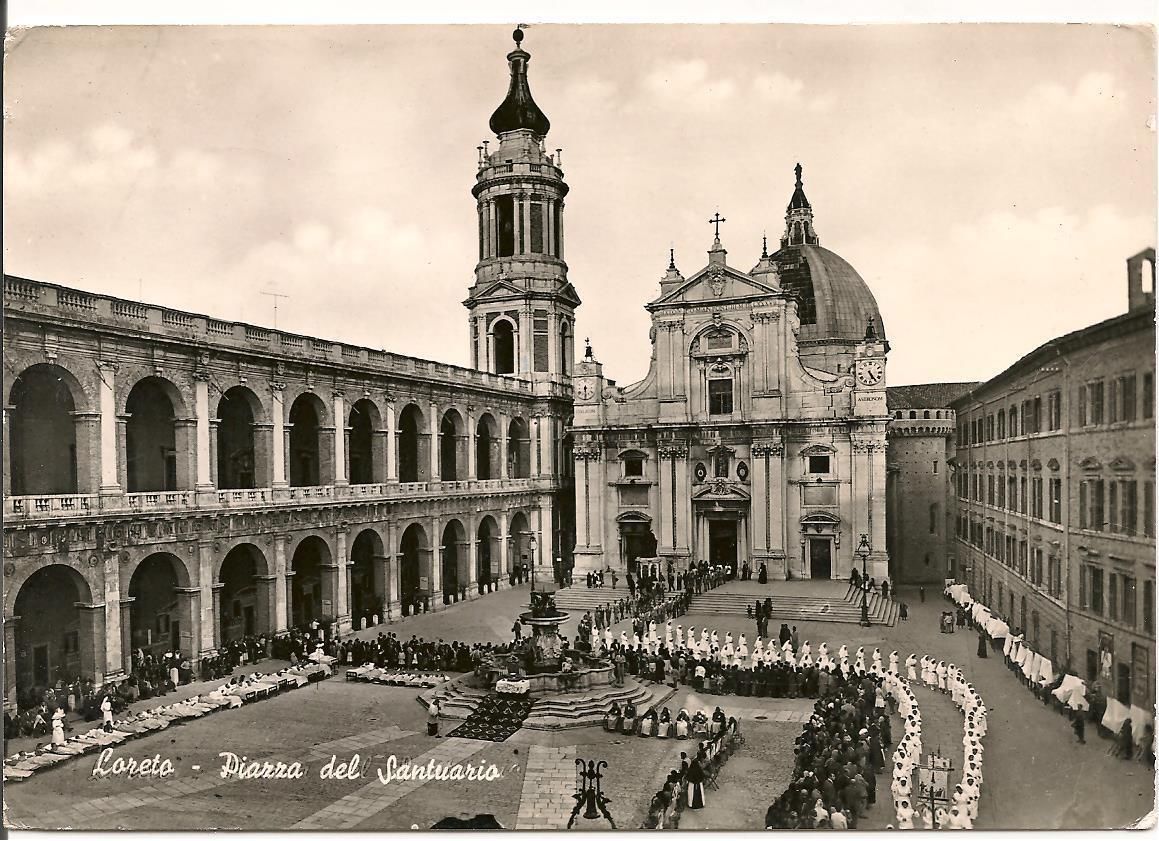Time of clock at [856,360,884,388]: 5:24
